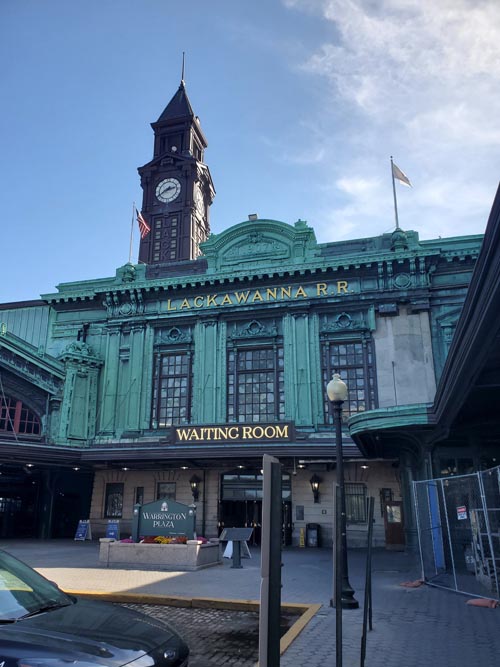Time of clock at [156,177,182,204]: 2:40
